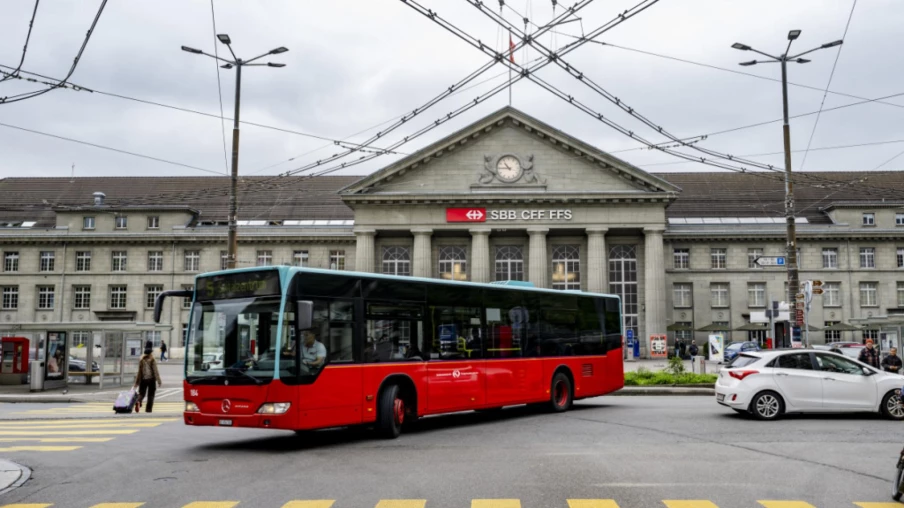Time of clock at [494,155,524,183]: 10:45
